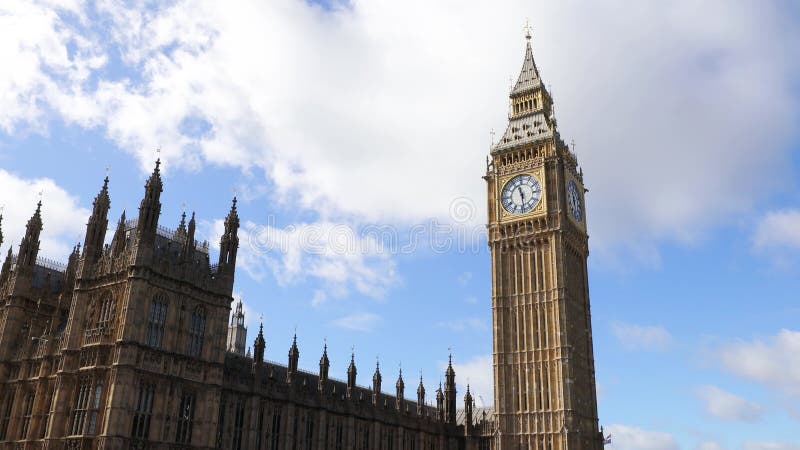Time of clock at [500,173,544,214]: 11:29
